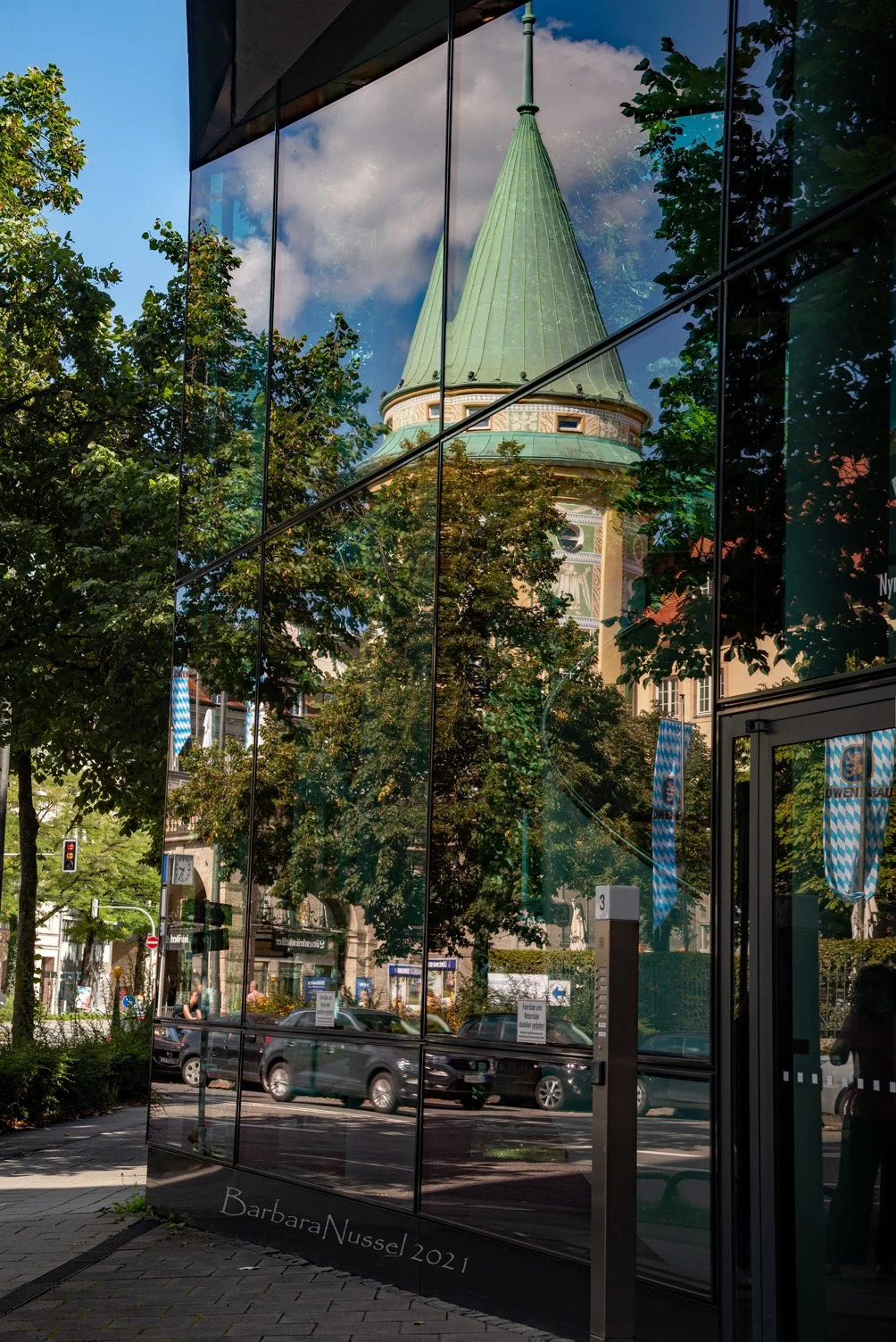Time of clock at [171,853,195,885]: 9:34
